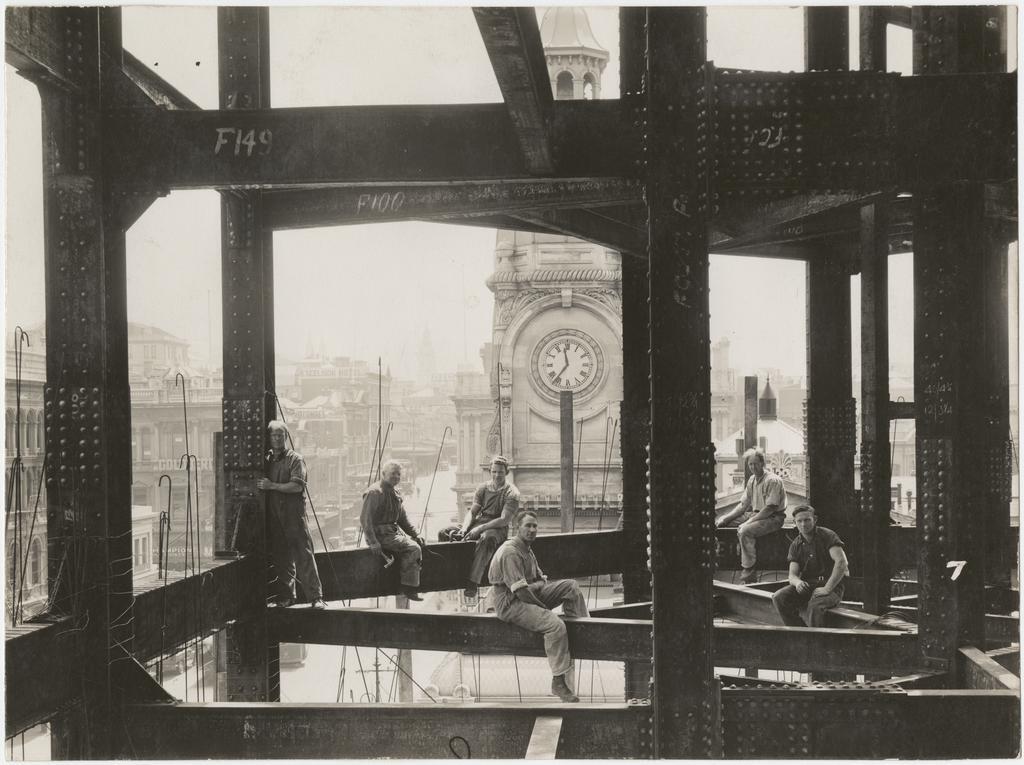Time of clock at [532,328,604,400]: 11:36
